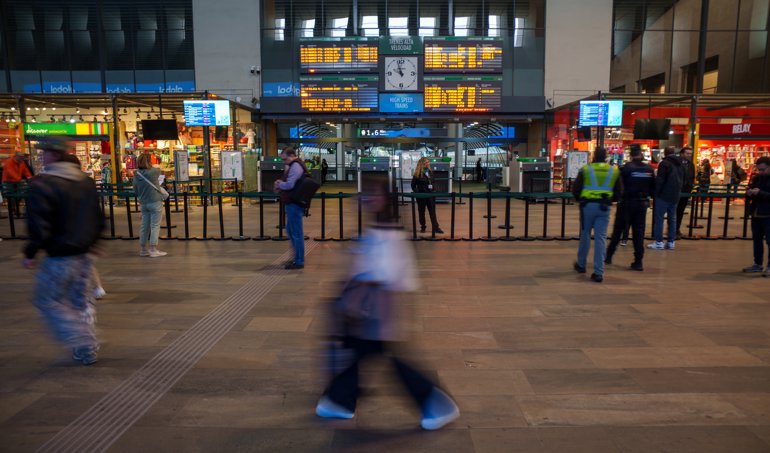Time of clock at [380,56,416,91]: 9:56
